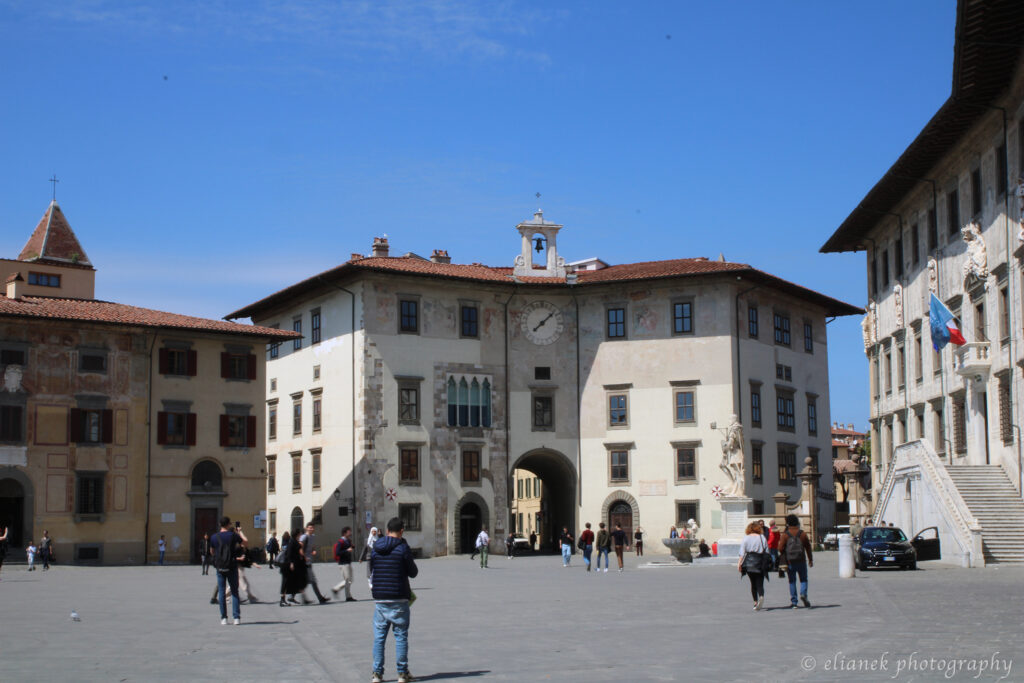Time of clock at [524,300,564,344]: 7:07
